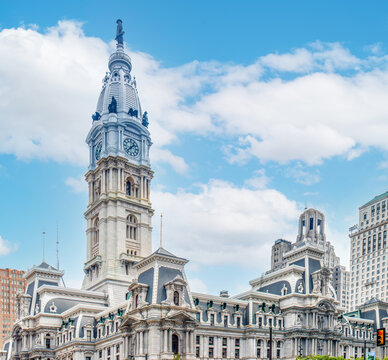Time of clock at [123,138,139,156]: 1:37
